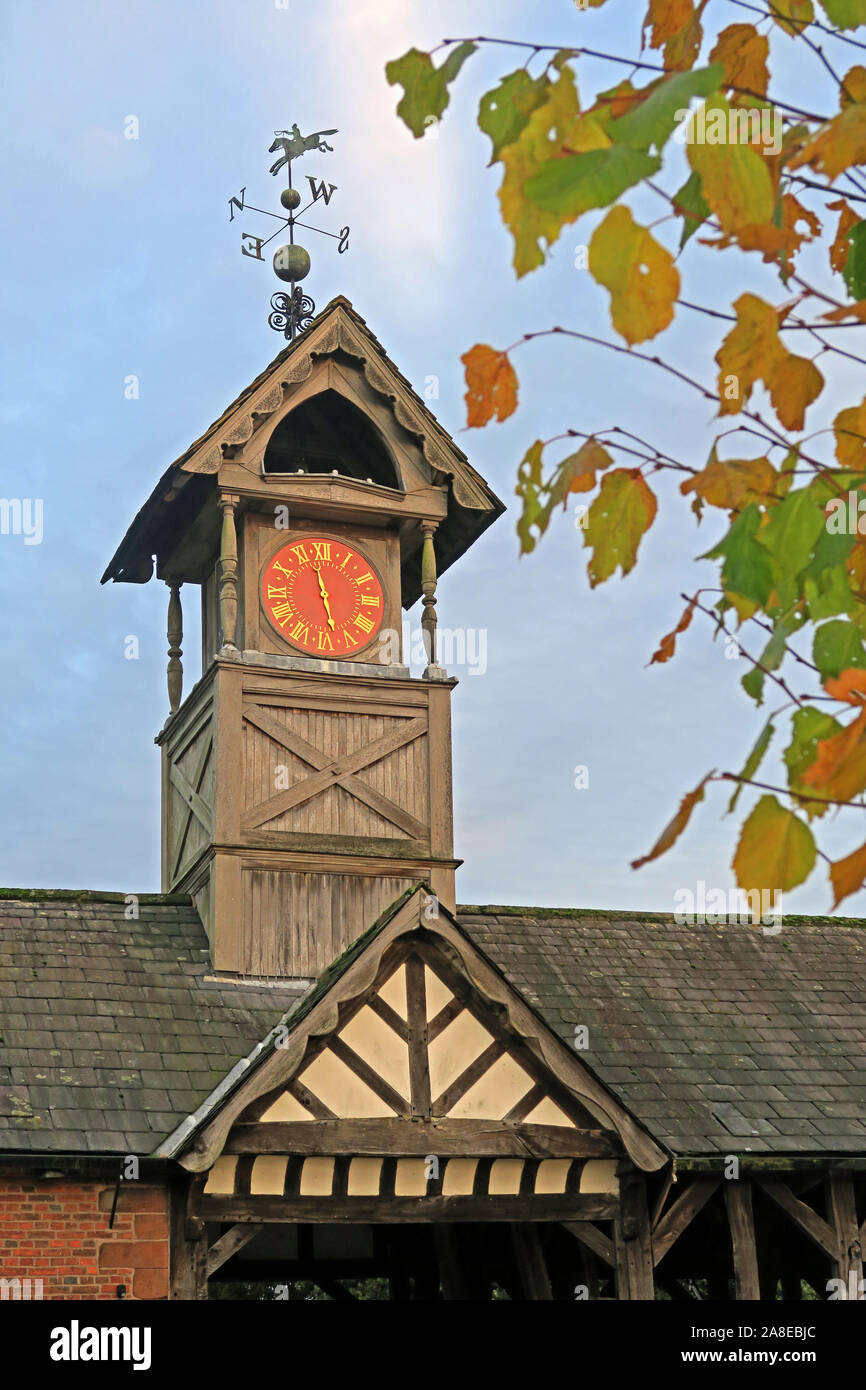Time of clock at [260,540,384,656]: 11:27
